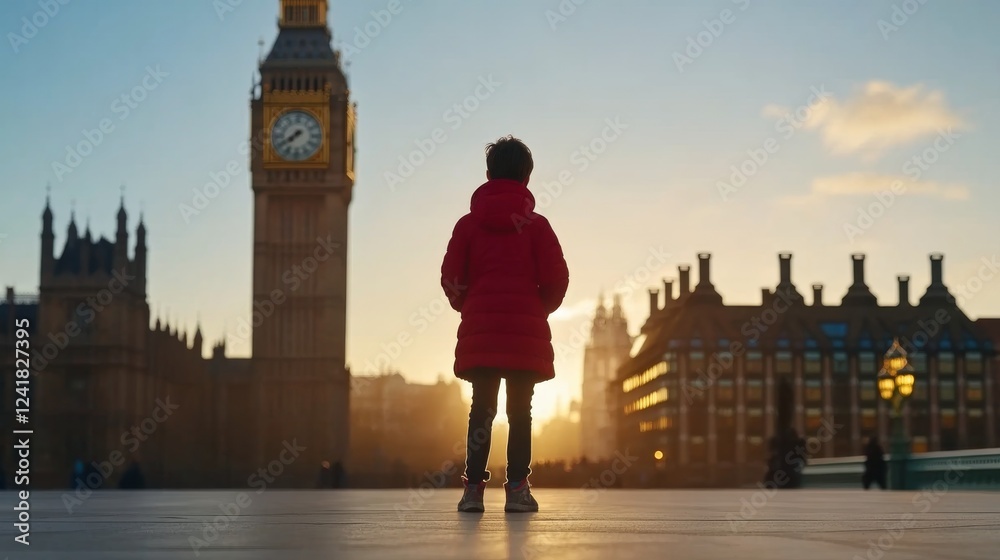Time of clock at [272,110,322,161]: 7:40
